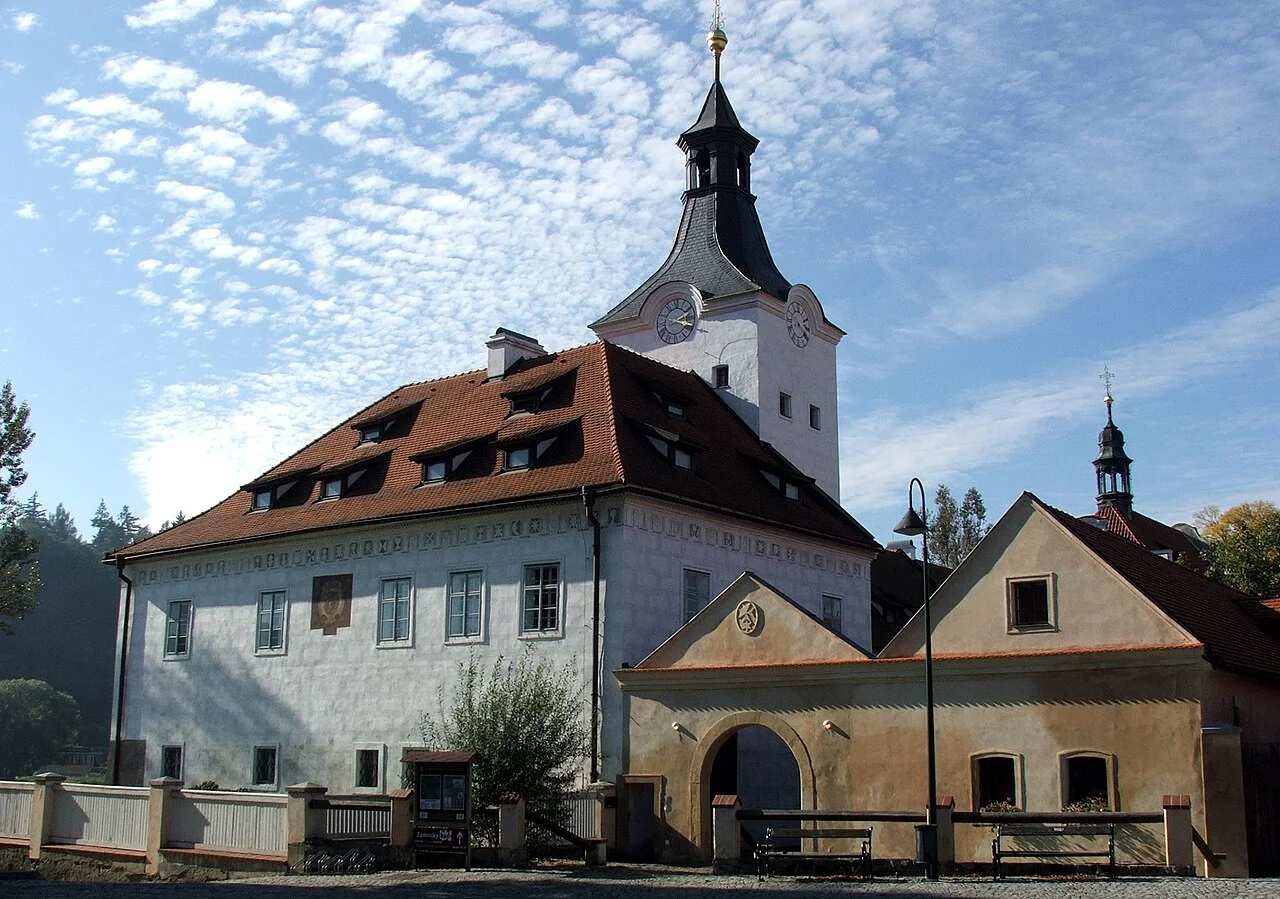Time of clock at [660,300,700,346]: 2:18
